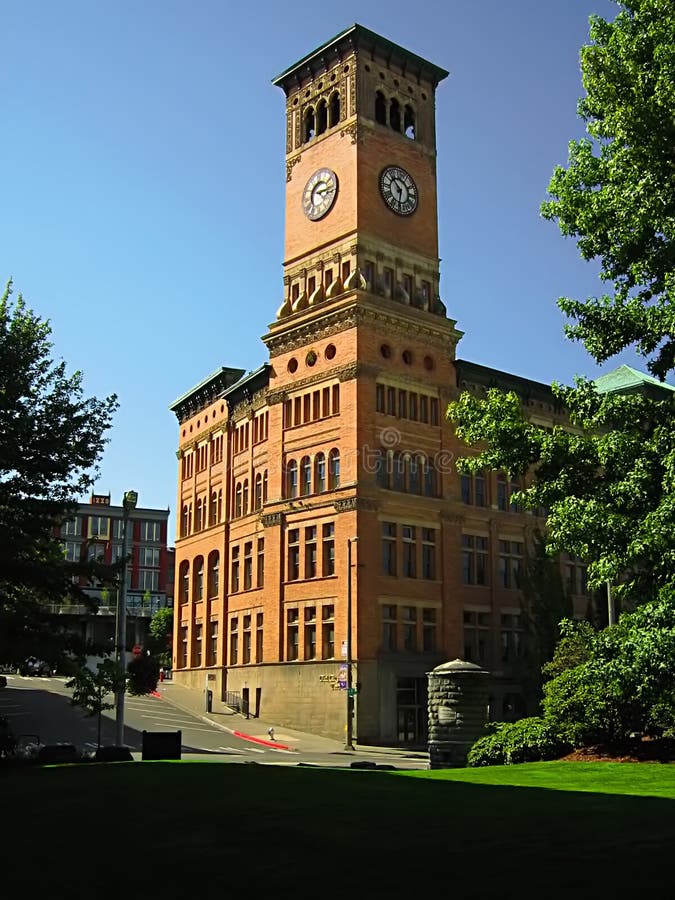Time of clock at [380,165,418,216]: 10:32
